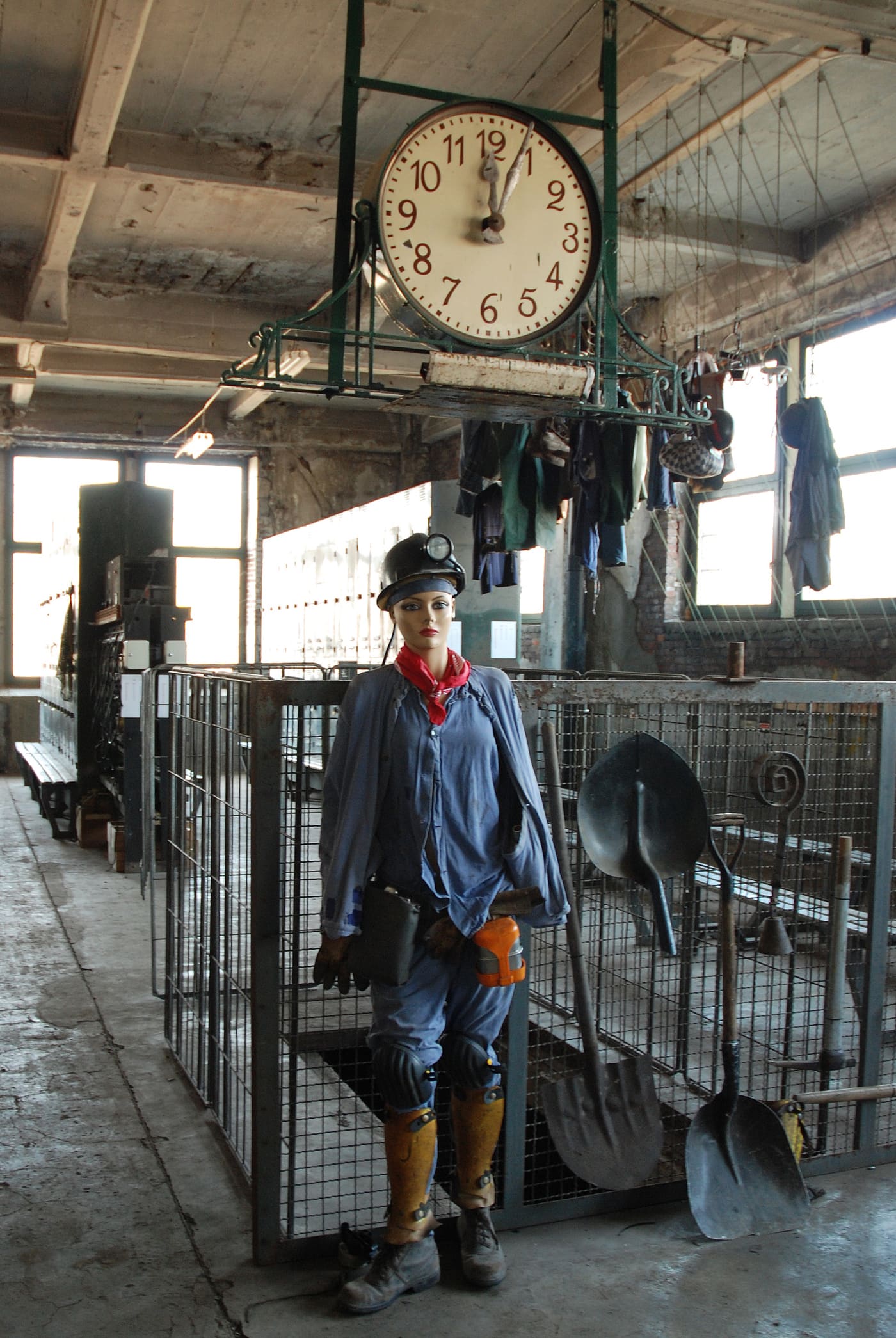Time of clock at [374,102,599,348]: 12:03
